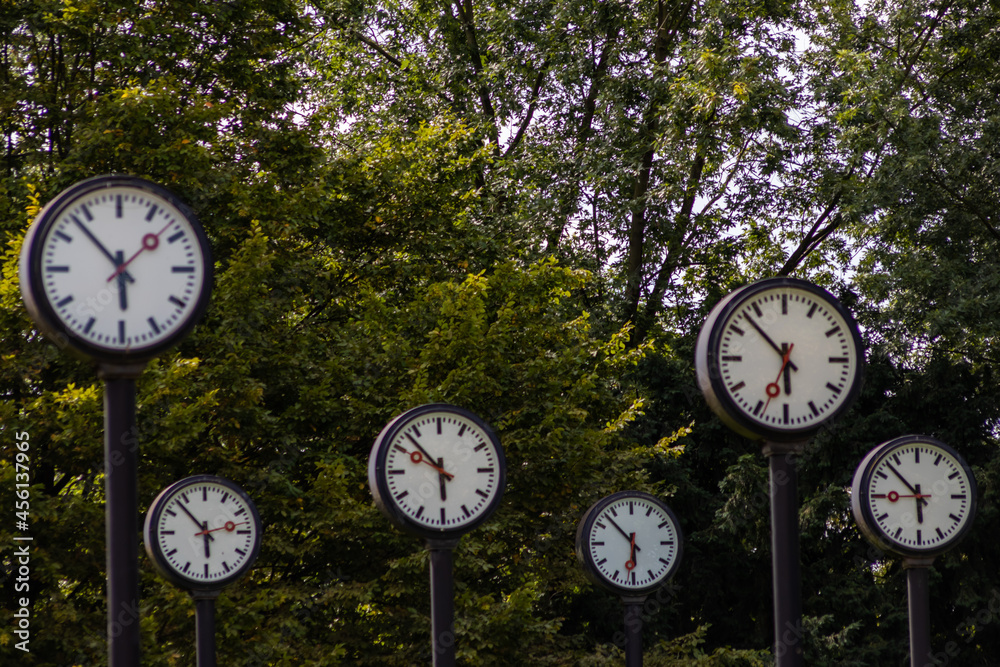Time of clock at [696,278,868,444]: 5:52
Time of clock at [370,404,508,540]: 5:52
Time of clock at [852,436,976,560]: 5:52
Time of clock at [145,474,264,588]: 5:52
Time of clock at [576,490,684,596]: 5:52
